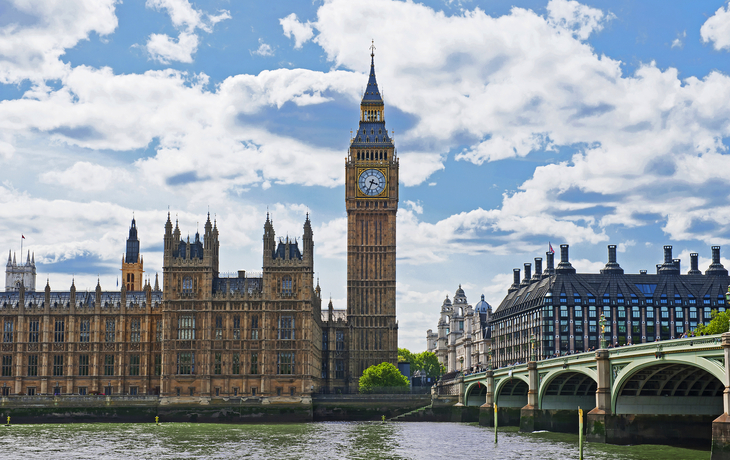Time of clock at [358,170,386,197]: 3:33
